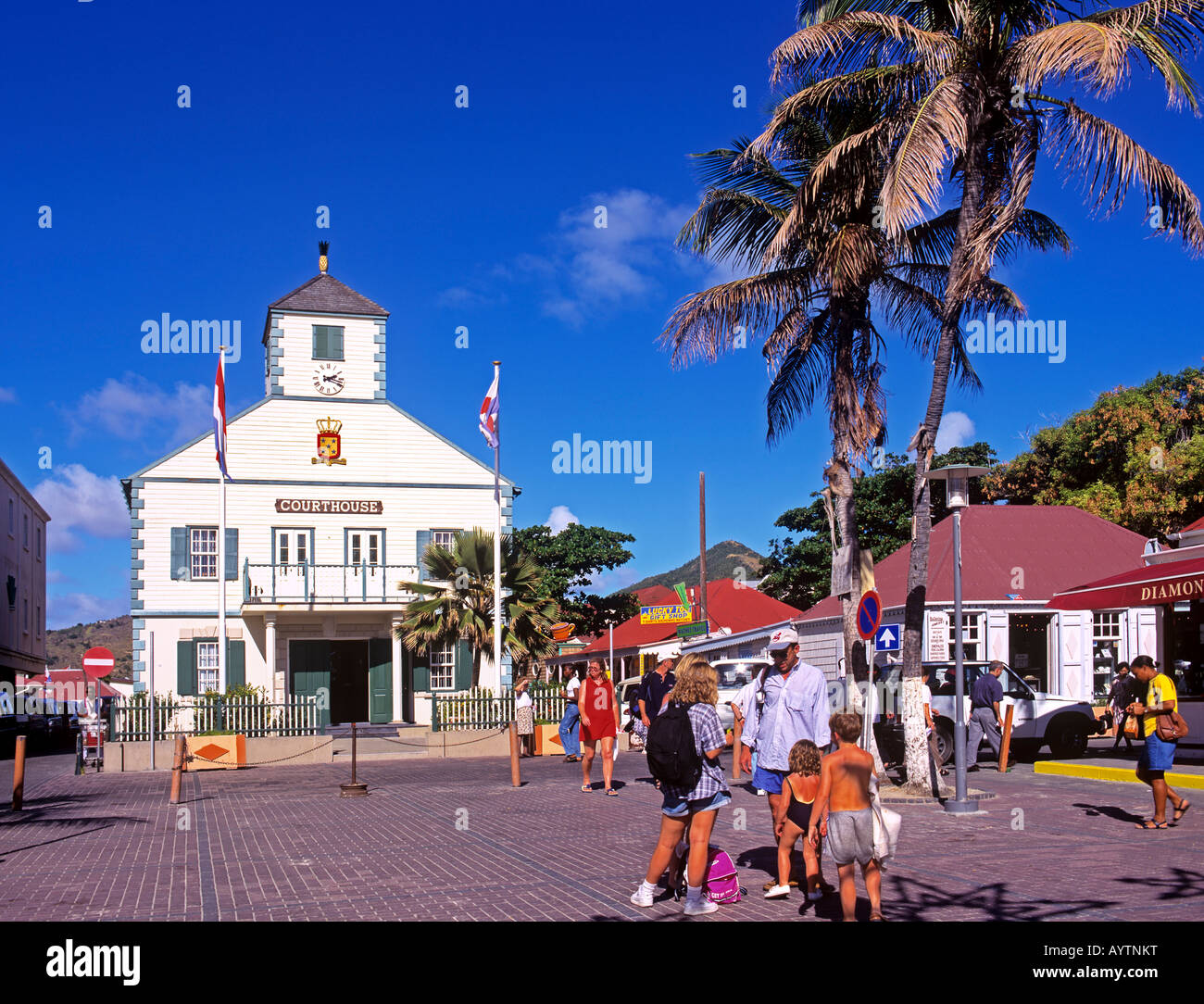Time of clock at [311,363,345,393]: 2:18
